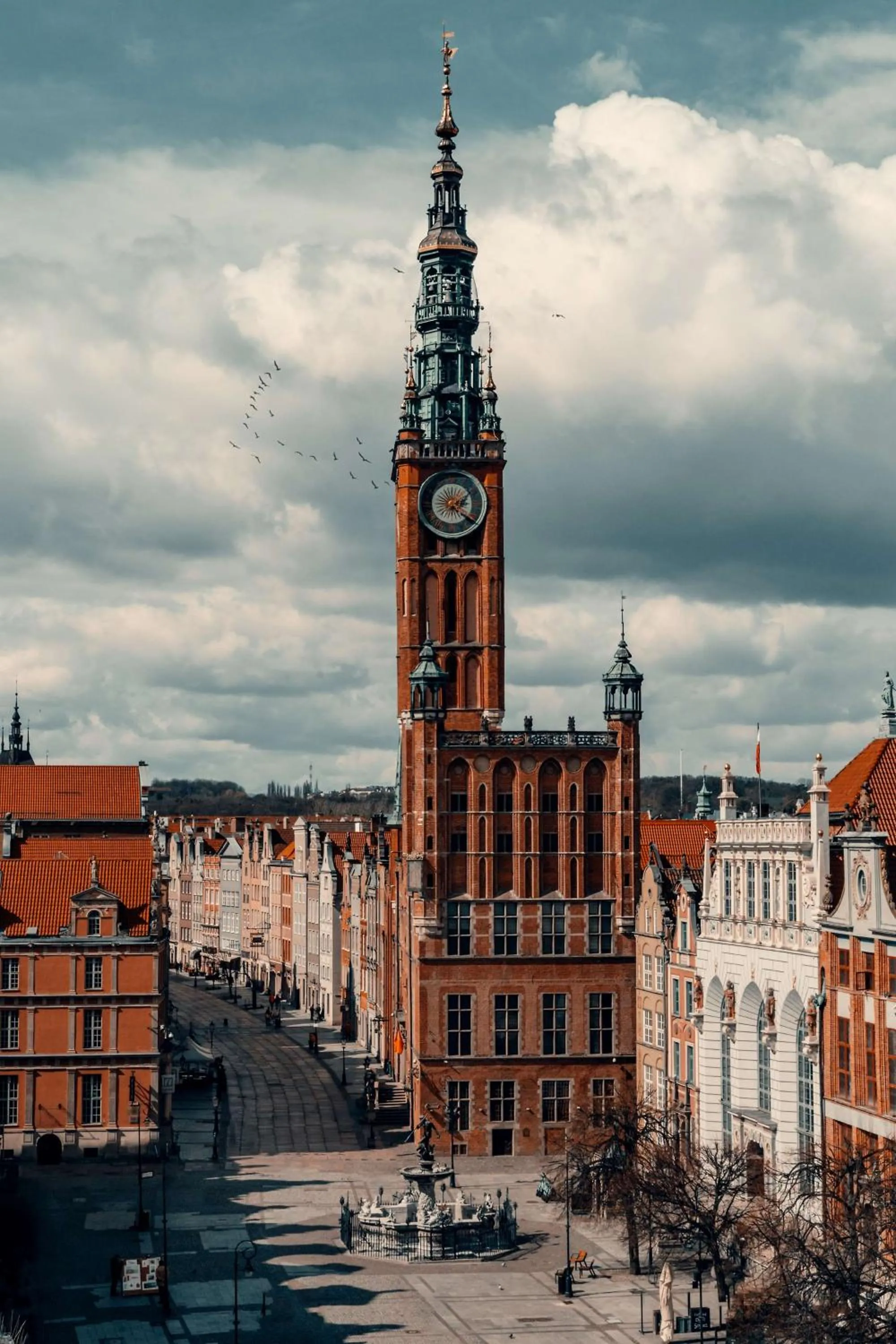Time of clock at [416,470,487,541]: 2:21
